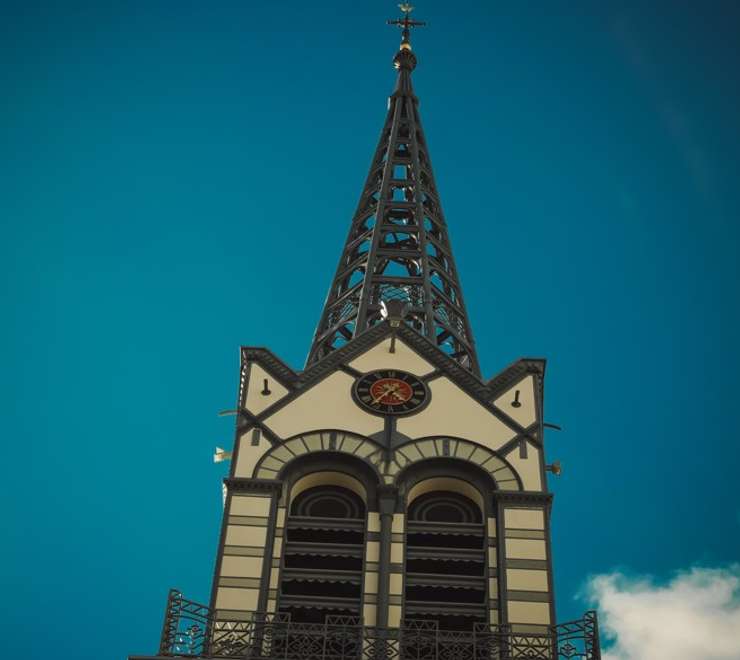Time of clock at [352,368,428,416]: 4:36
